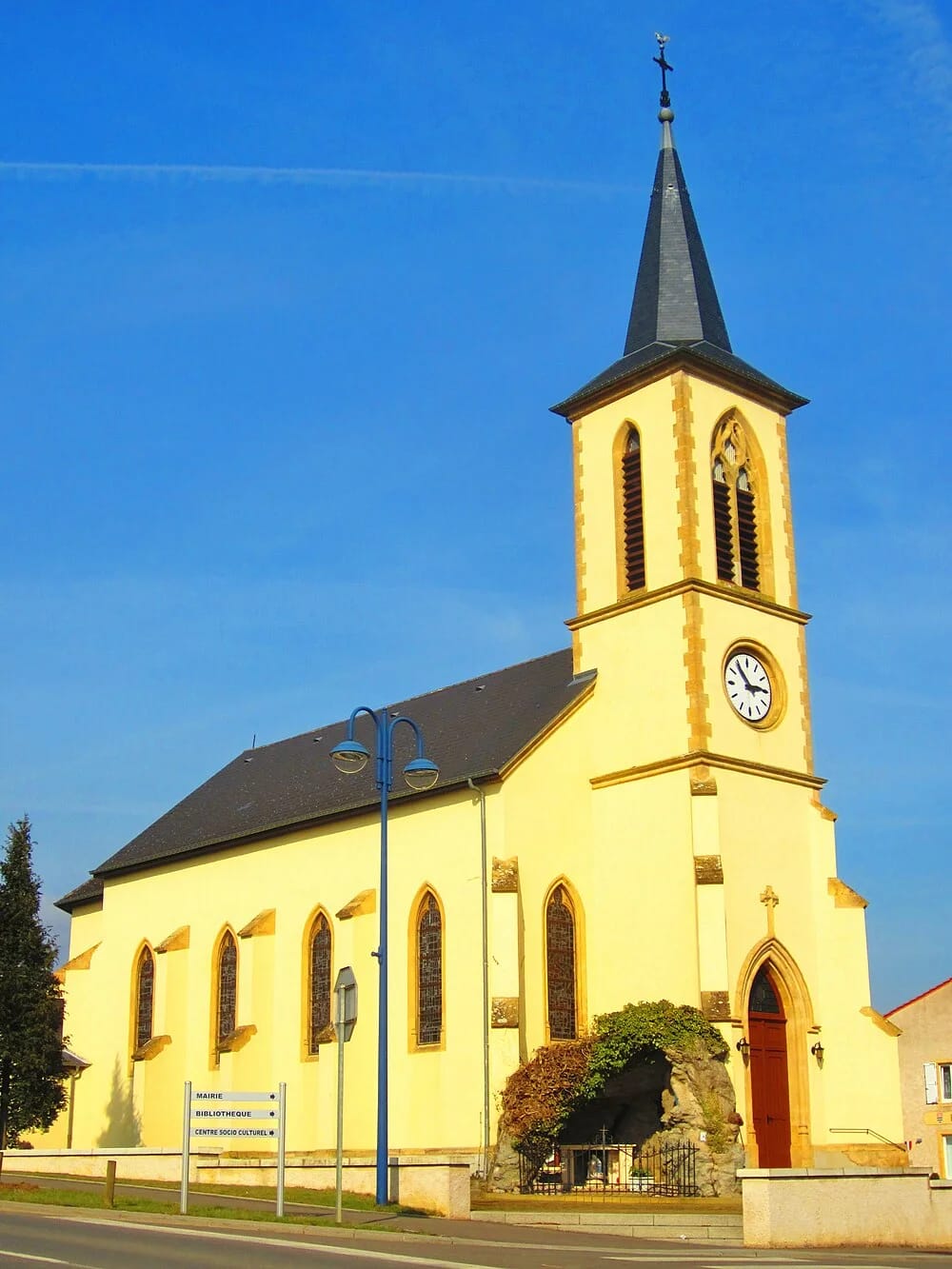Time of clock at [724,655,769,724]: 2:53
